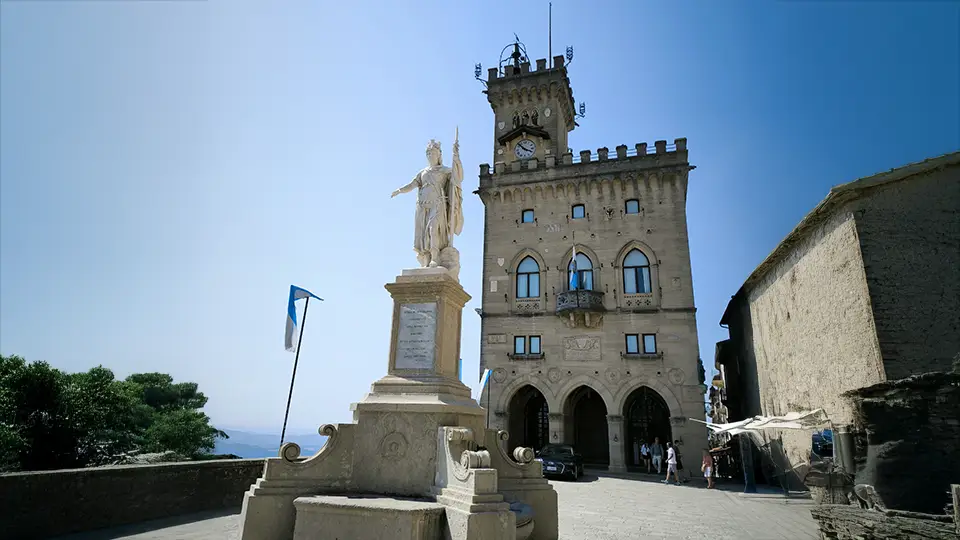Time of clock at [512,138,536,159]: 3:52
